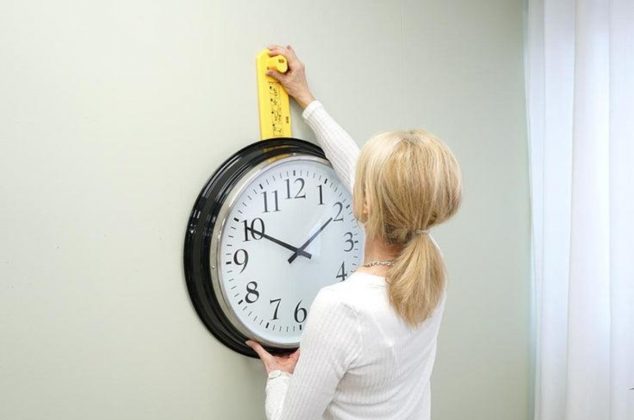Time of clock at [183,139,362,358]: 1:49
